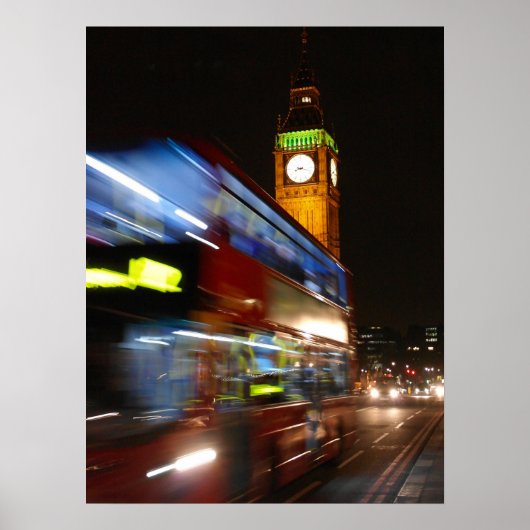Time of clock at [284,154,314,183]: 8:18
